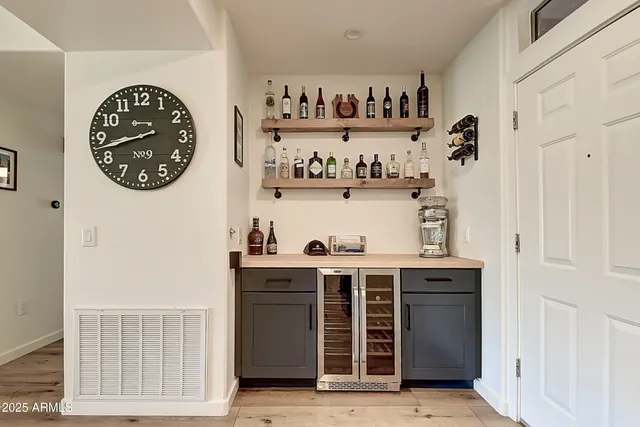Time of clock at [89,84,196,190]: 8:42
